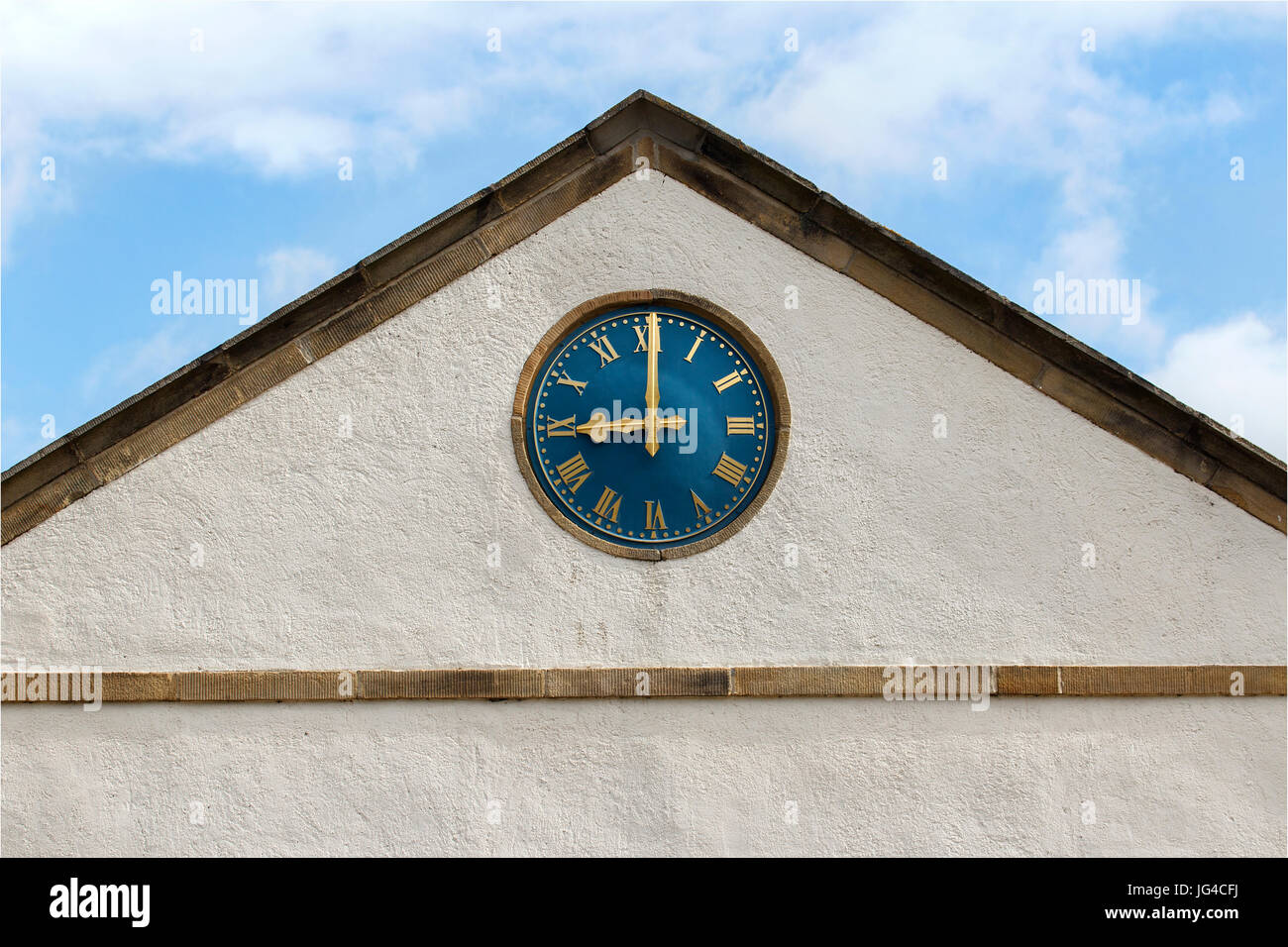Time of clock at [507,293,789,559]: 9:00
